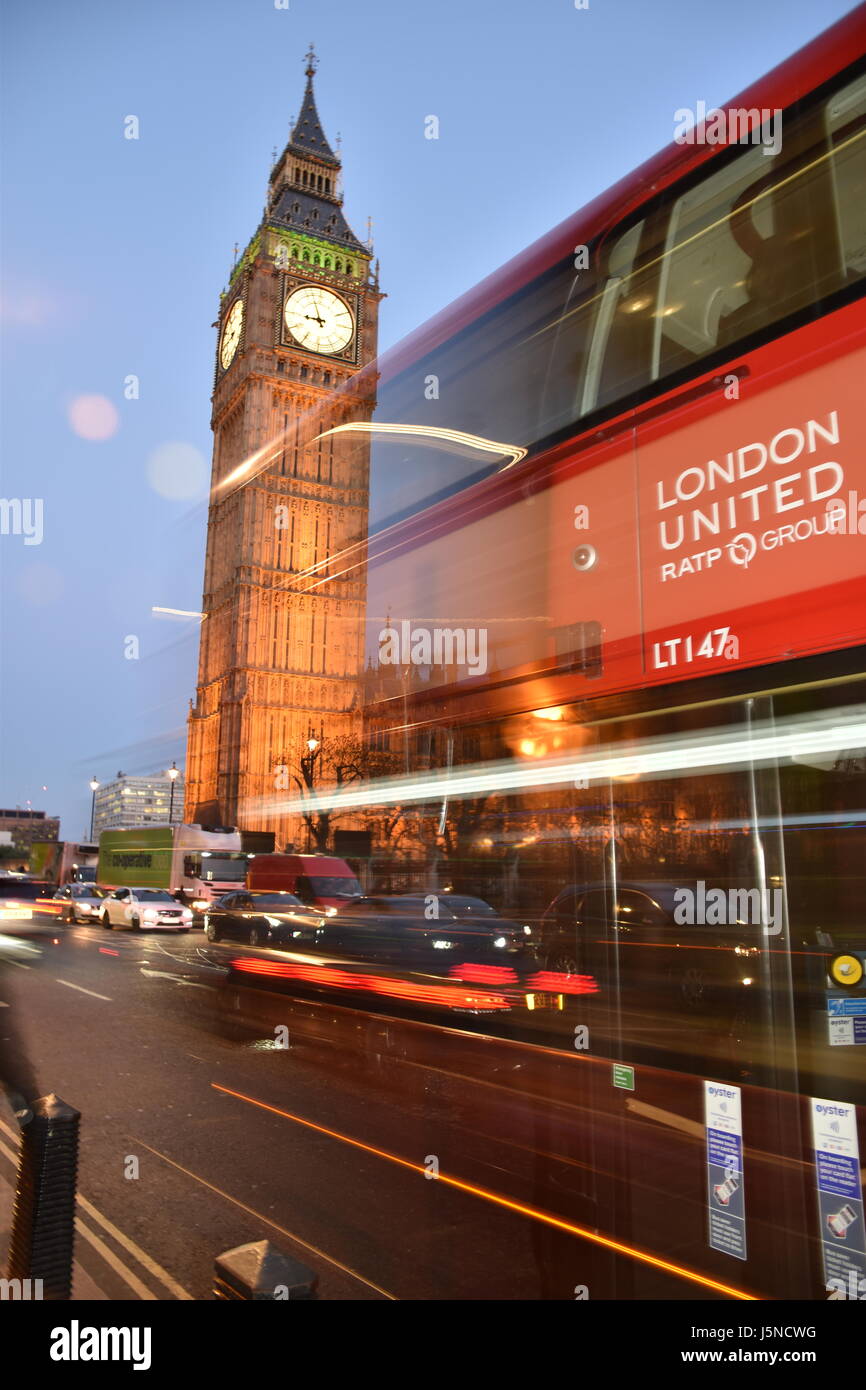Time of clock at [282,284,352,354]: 8:56
